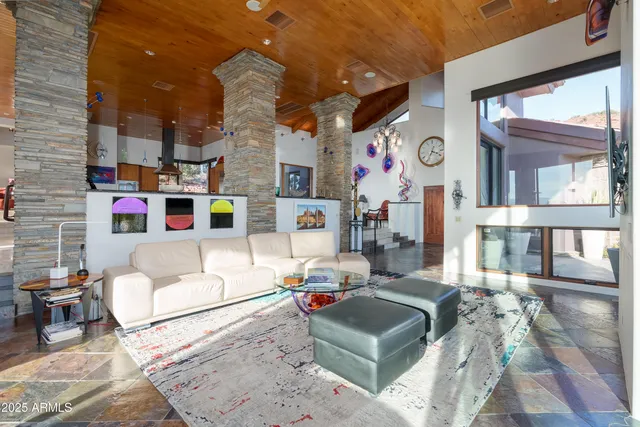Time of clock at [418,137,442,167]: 3:34
